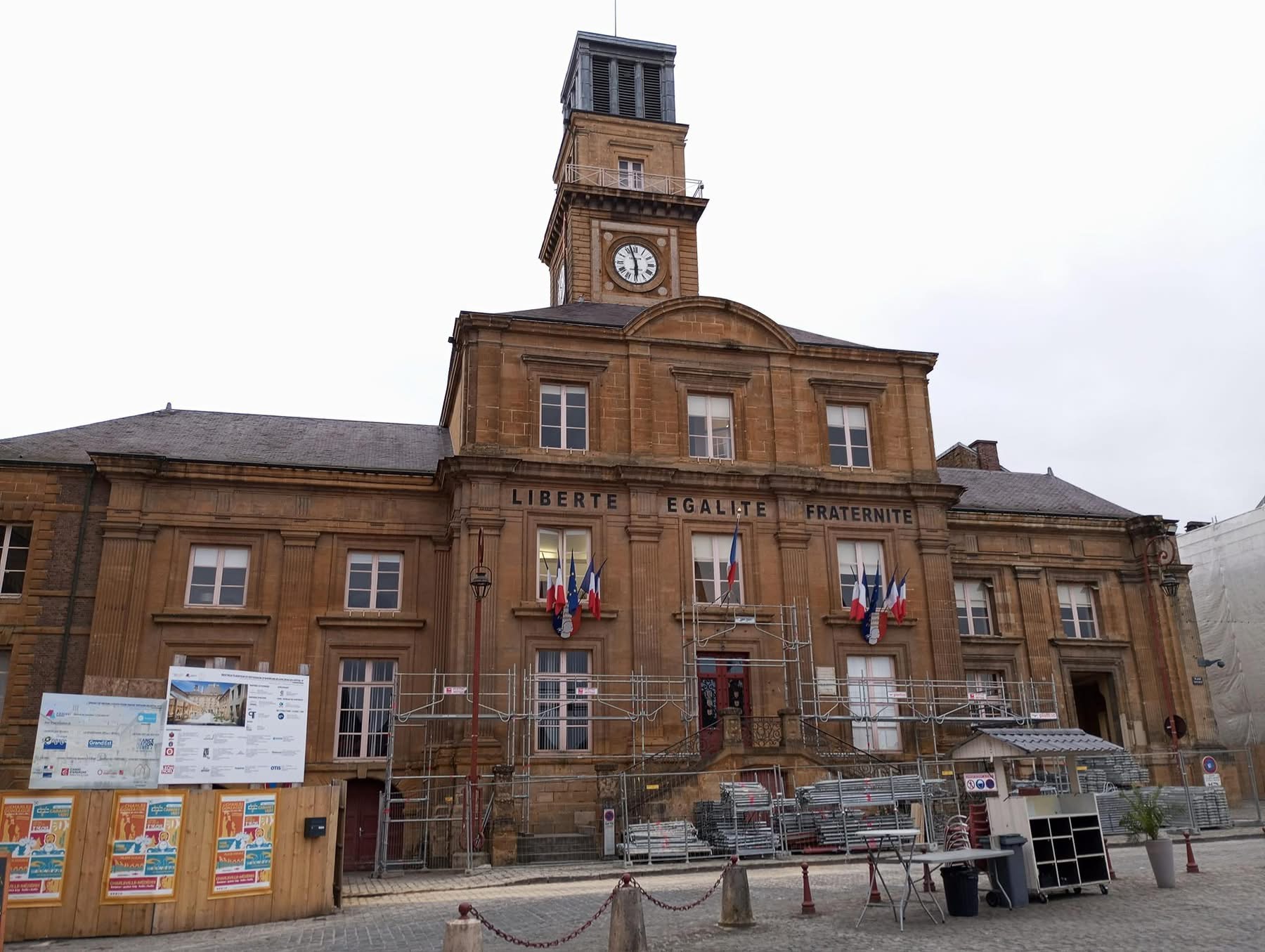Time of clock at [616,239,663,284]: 5:57
